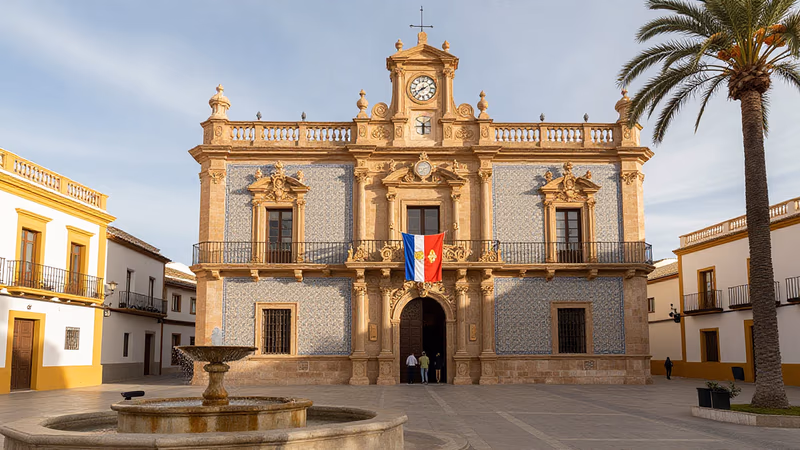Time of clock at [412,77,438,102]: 8:10
